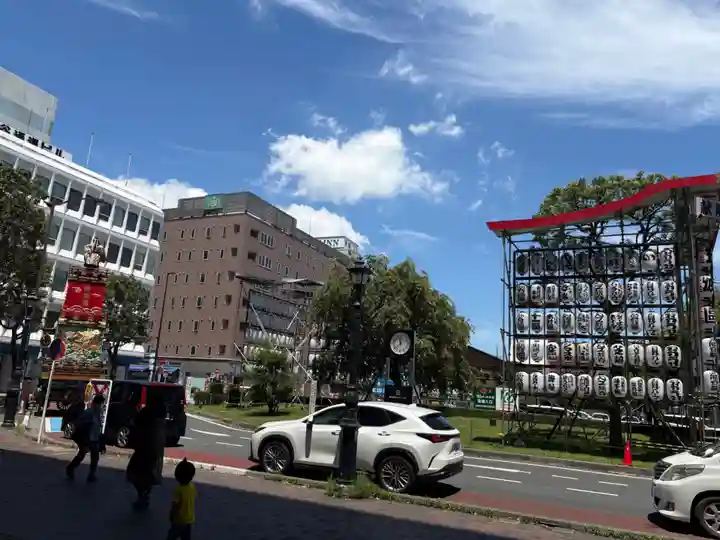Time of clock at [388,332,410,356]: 11:38
